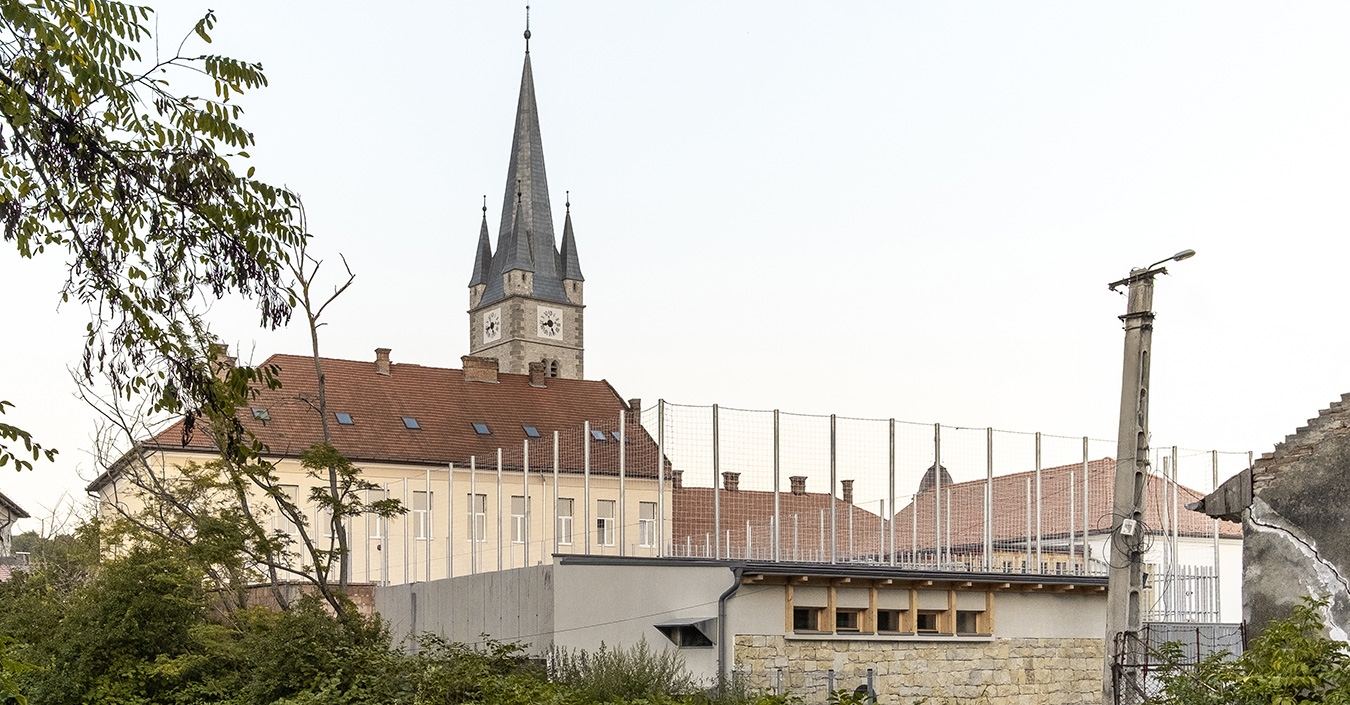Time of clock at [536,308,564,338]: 8:26
